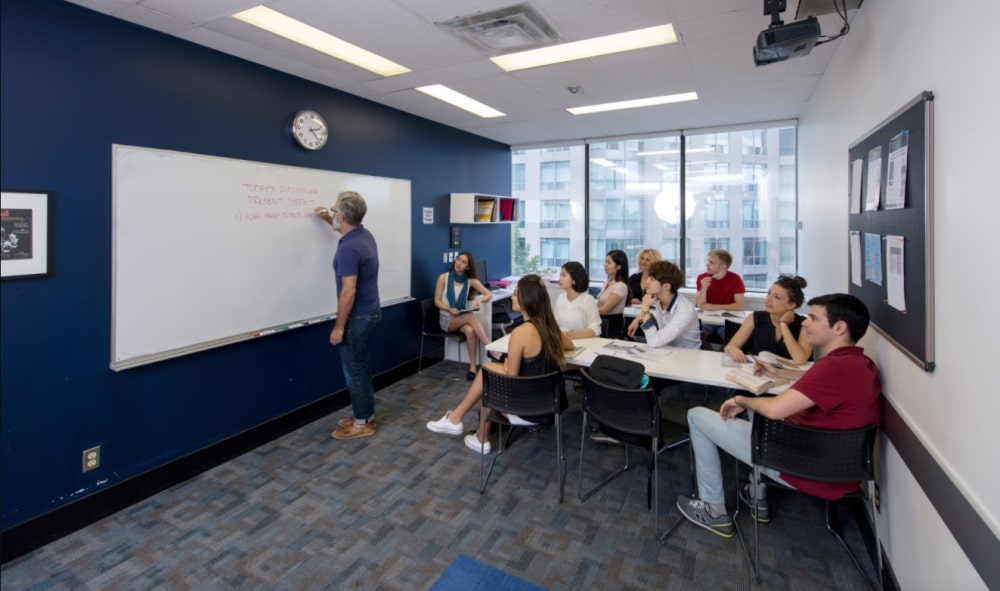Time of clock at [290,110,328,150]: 2:22
